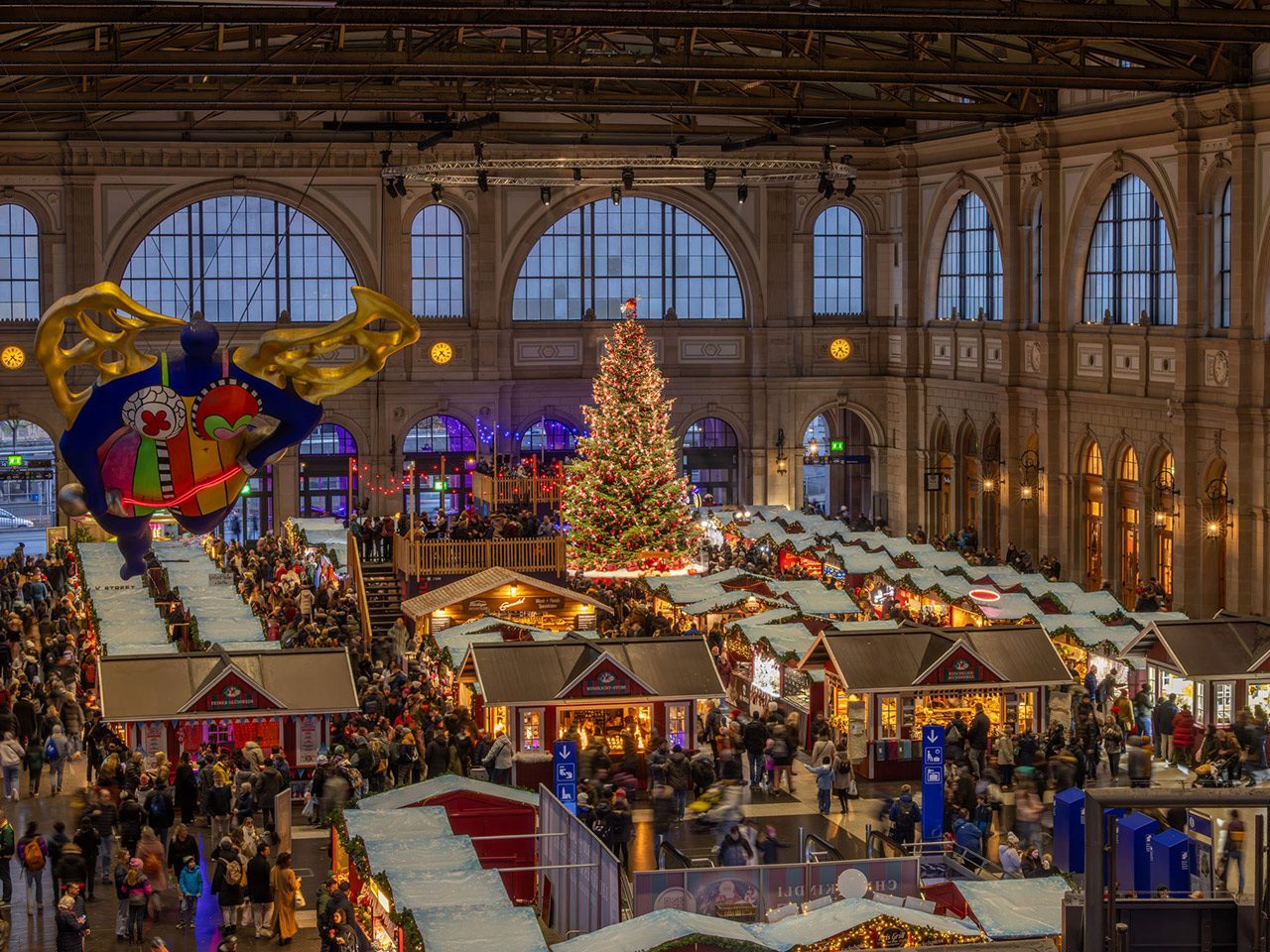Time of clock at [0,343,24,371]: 4:36
